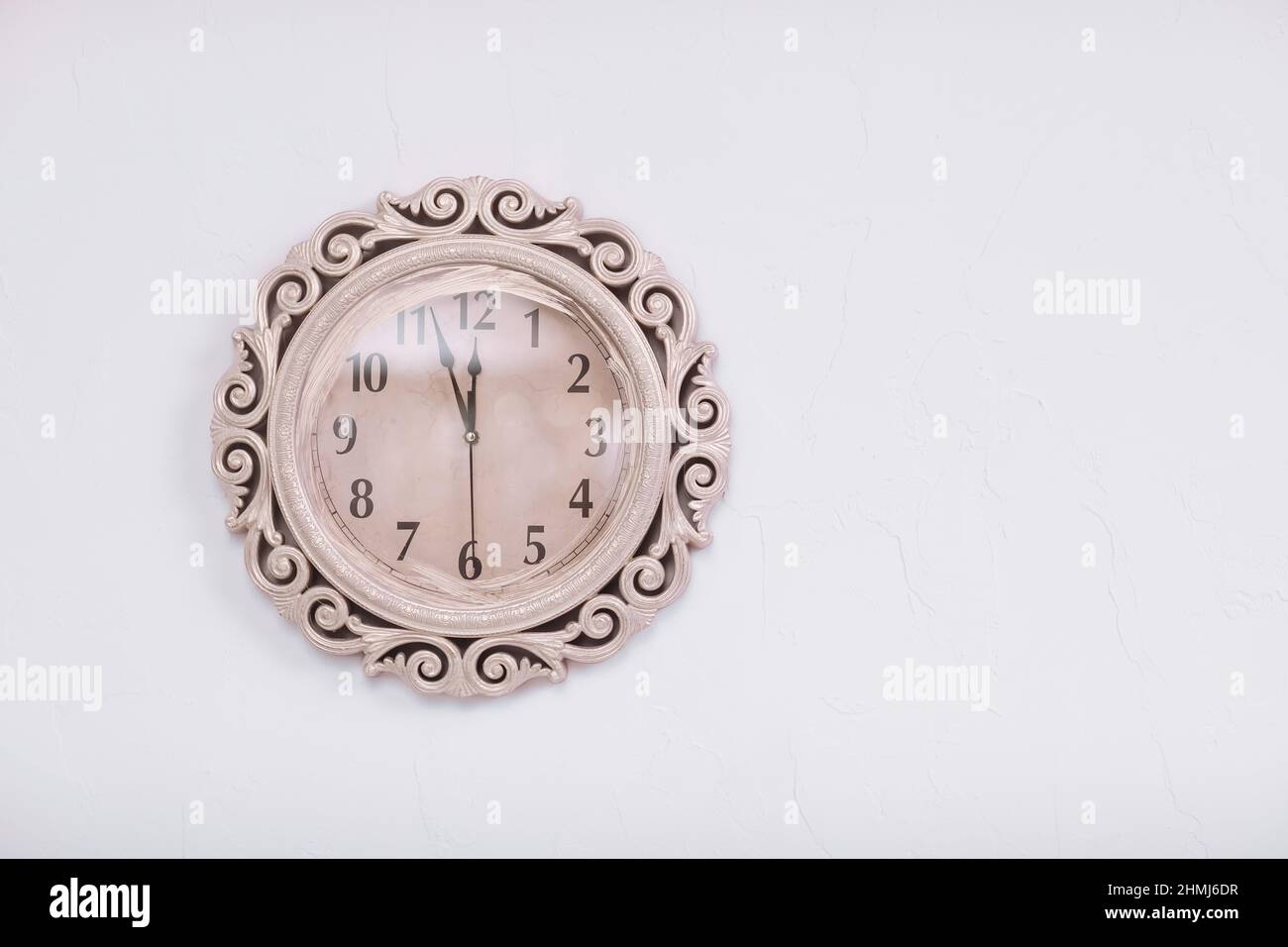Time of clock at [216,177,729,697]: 11:56
